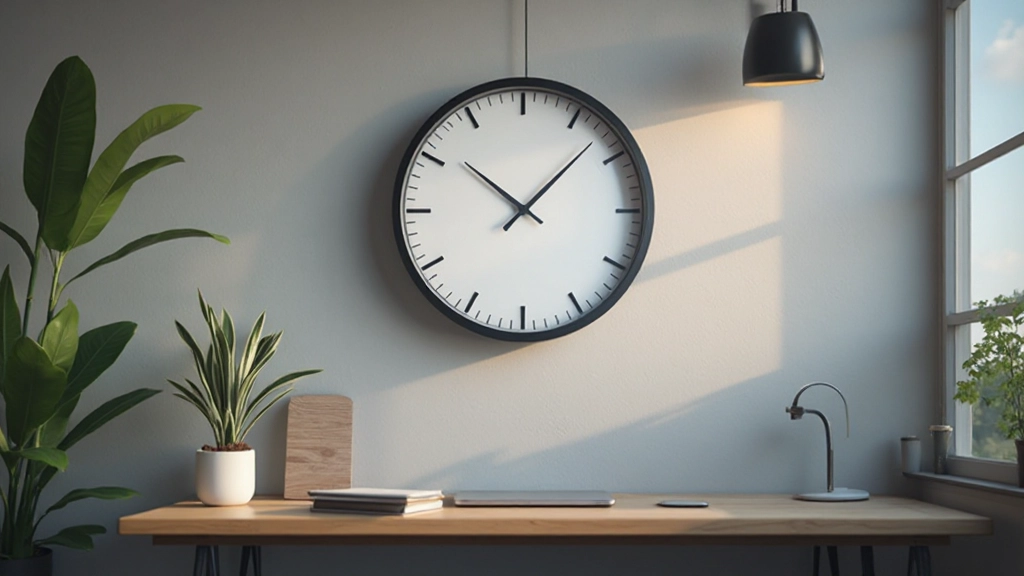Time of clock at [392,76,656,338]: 10:07
